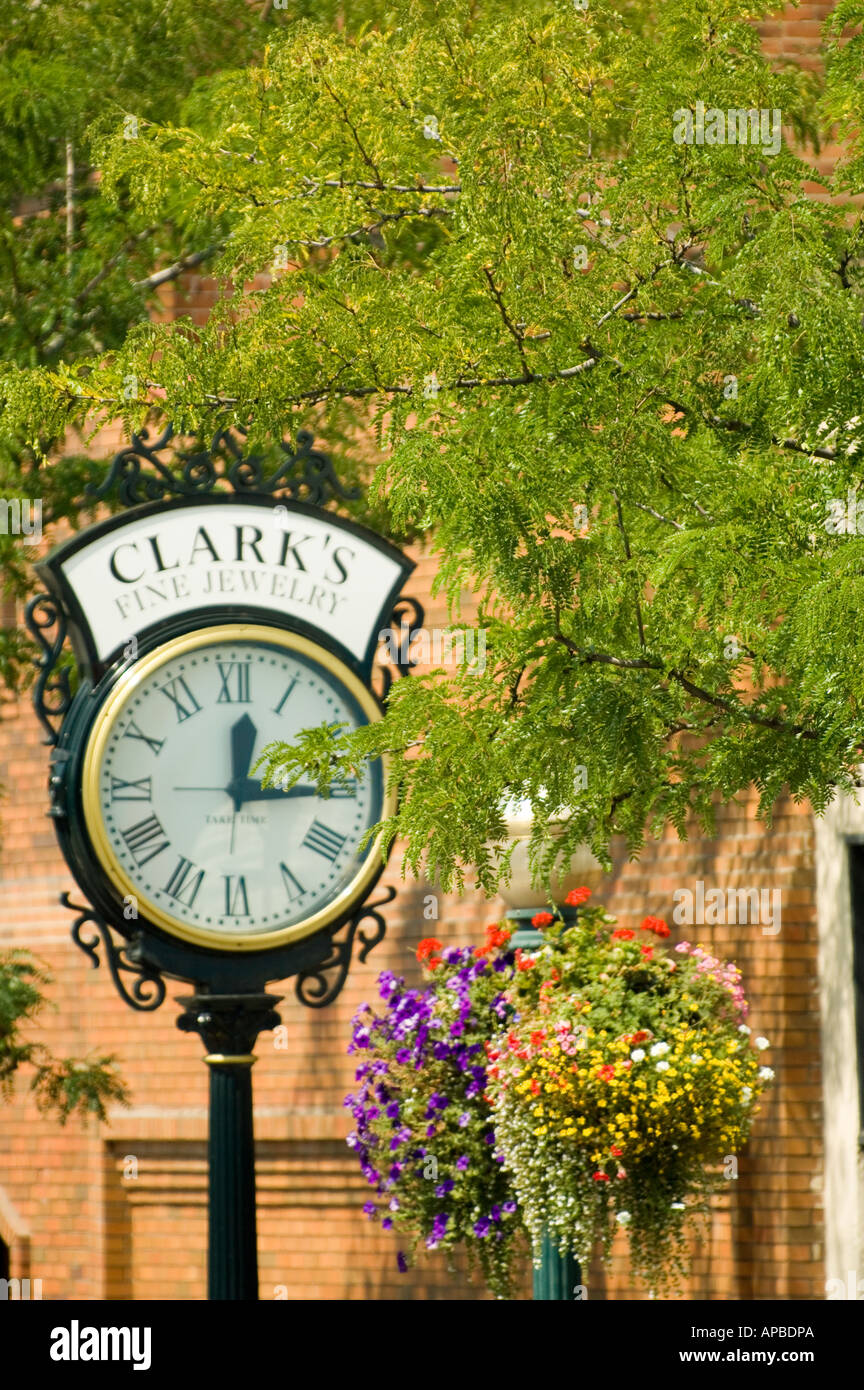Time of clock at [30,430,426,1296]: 12:14
